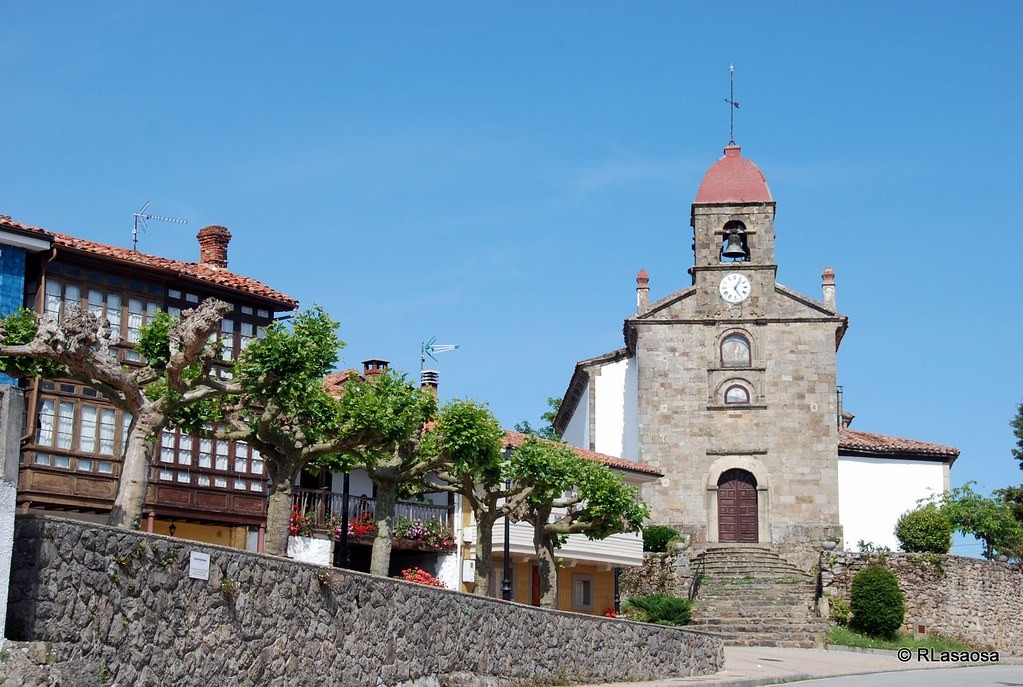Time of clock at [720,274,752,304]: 5:05
